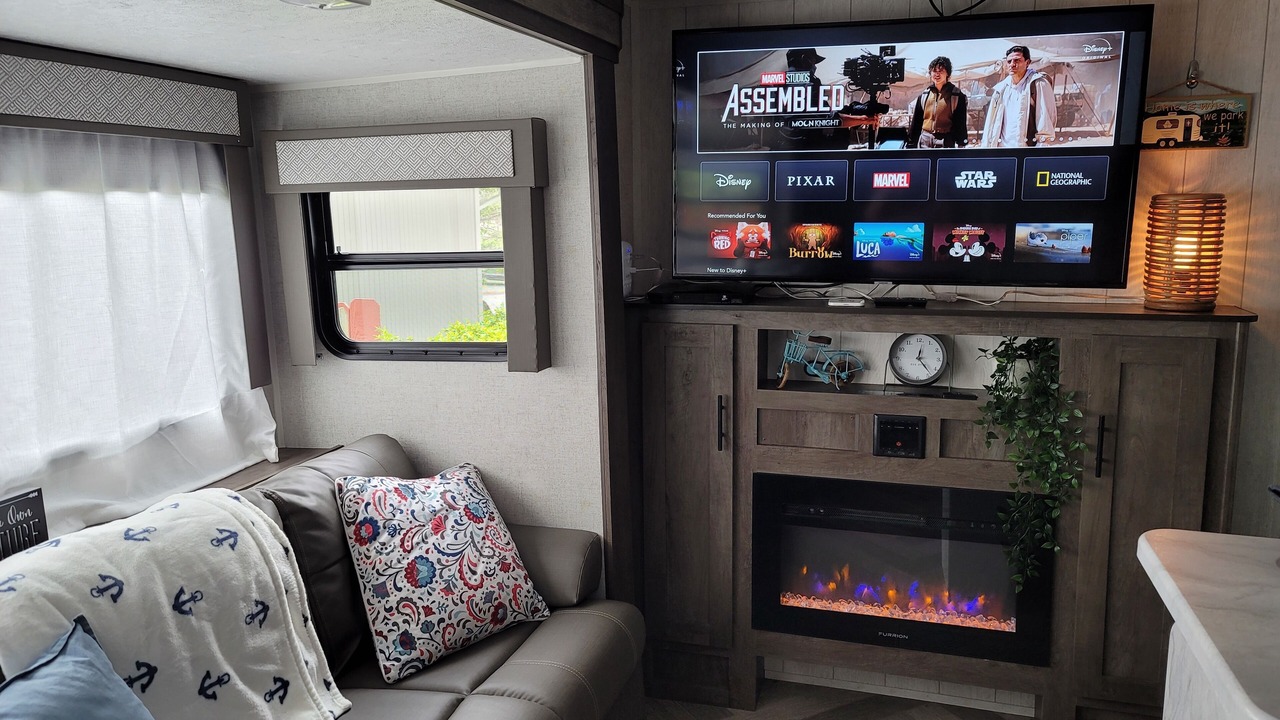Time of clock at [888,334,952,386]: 12:23
